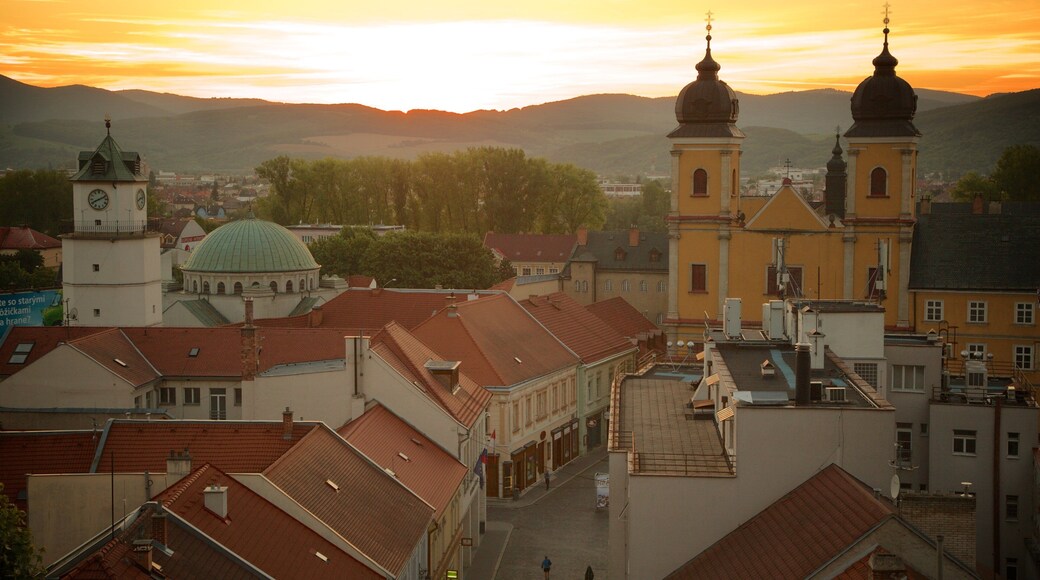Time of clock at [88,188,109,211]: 8:11
